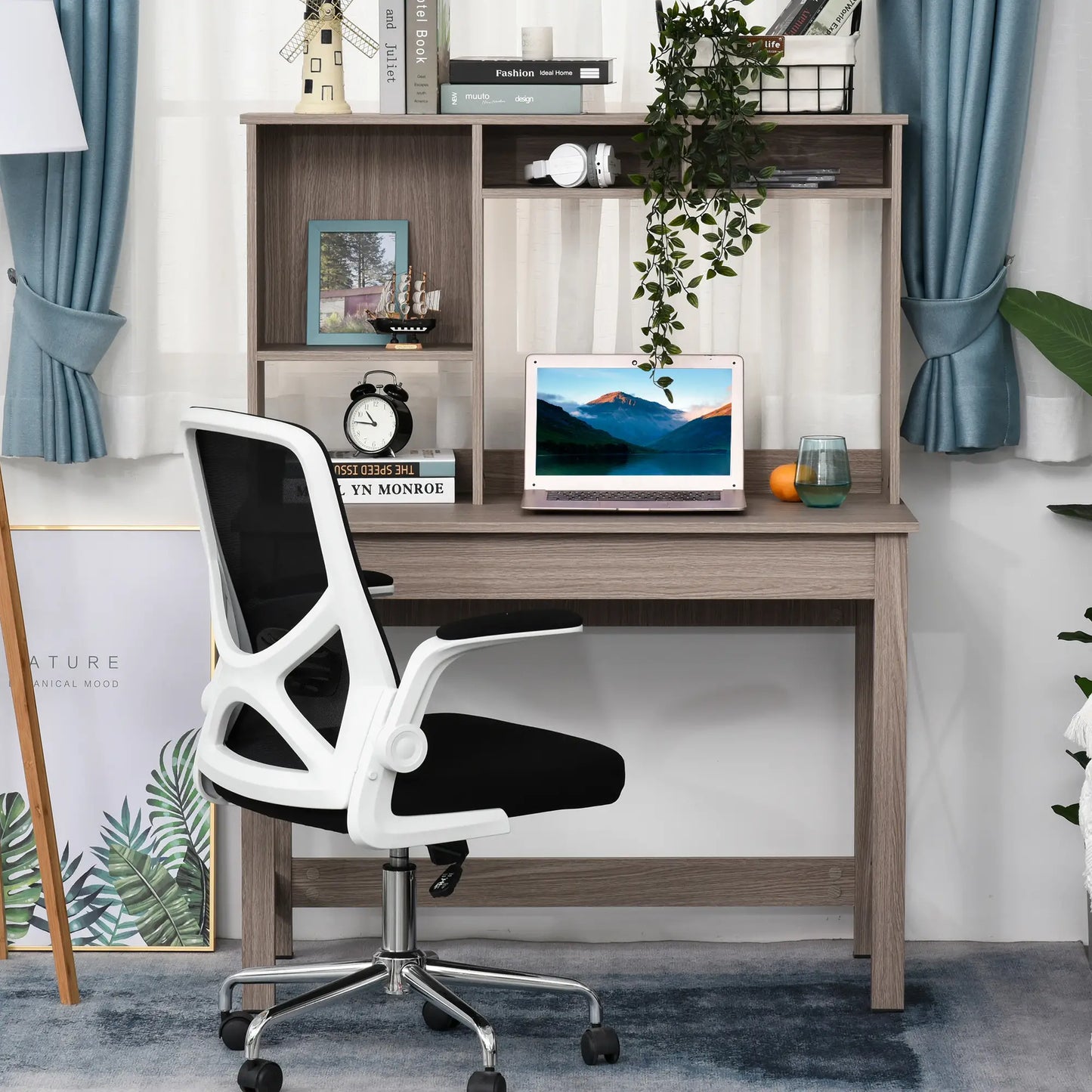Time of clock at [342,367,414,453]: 10:45
